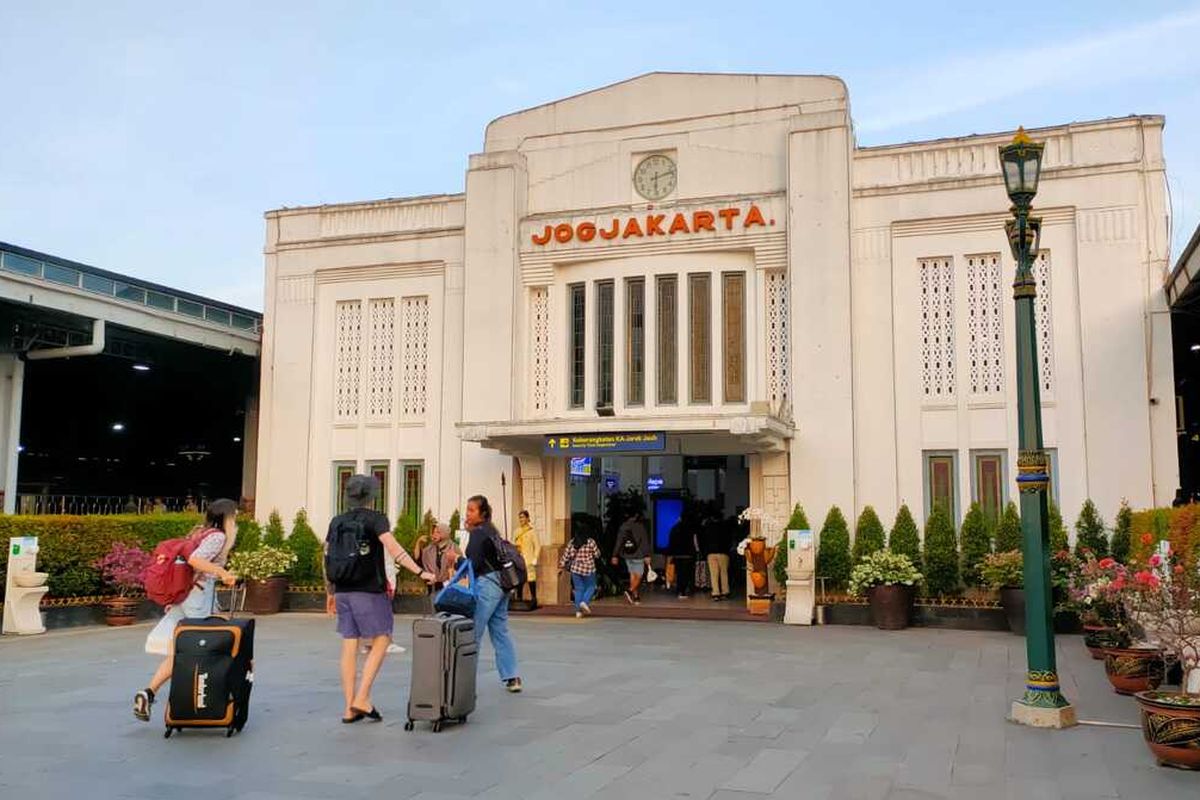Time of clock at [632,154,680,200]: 6:12
